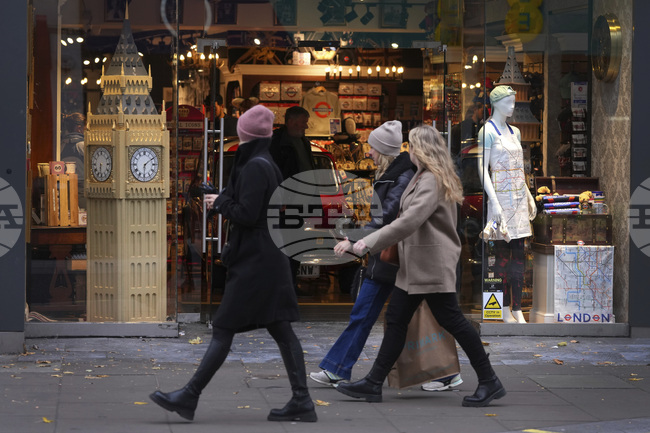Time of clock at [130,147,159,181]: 6:09
